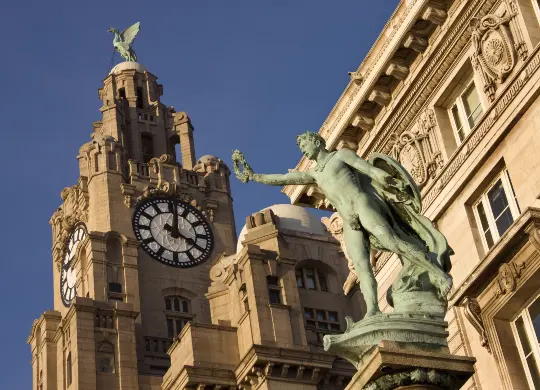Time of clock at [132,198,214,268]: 4:01
